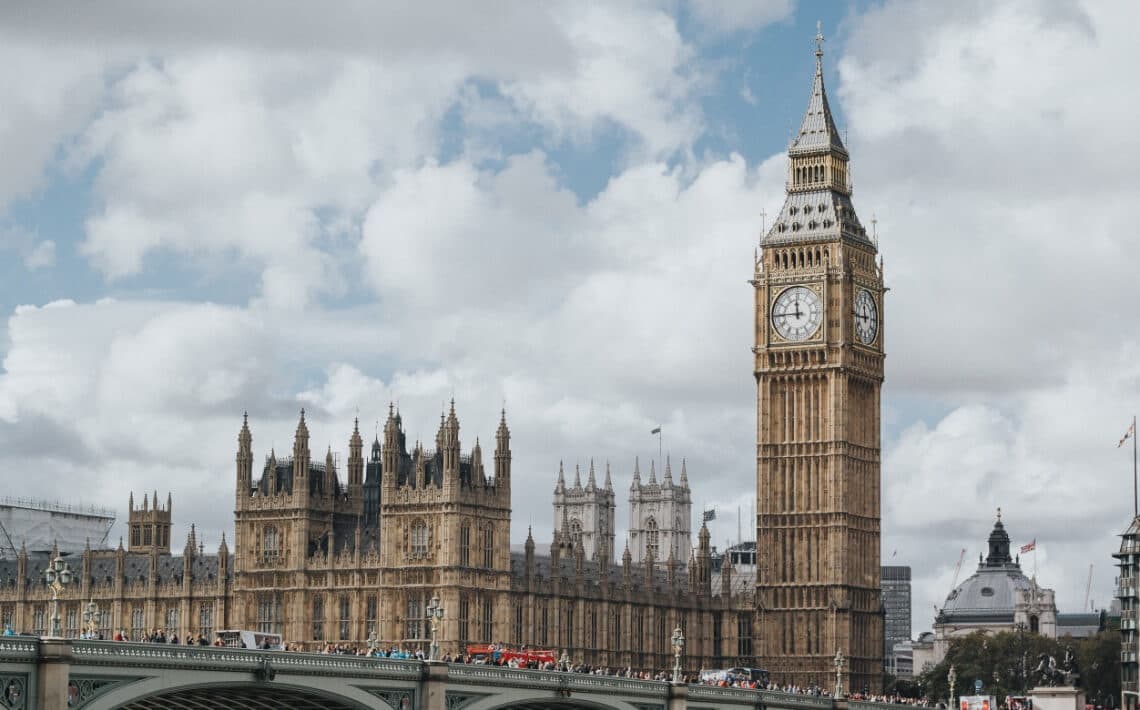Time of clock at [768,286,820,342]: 11:44
